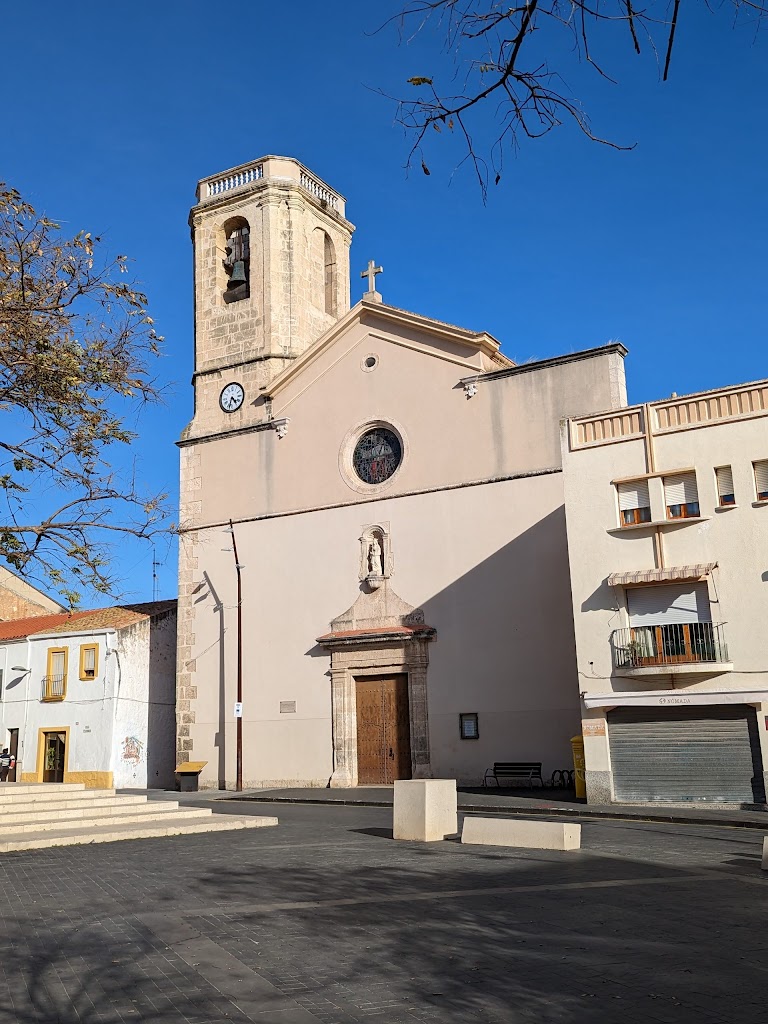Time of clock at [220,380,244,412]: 4:32
